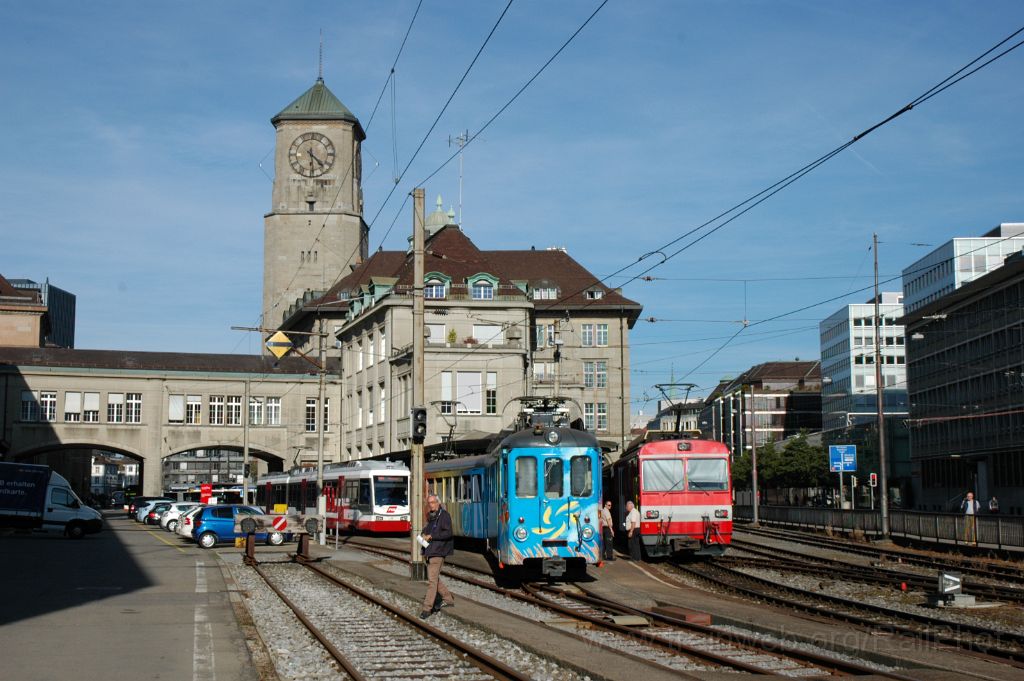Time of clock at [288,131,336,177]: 4:29
